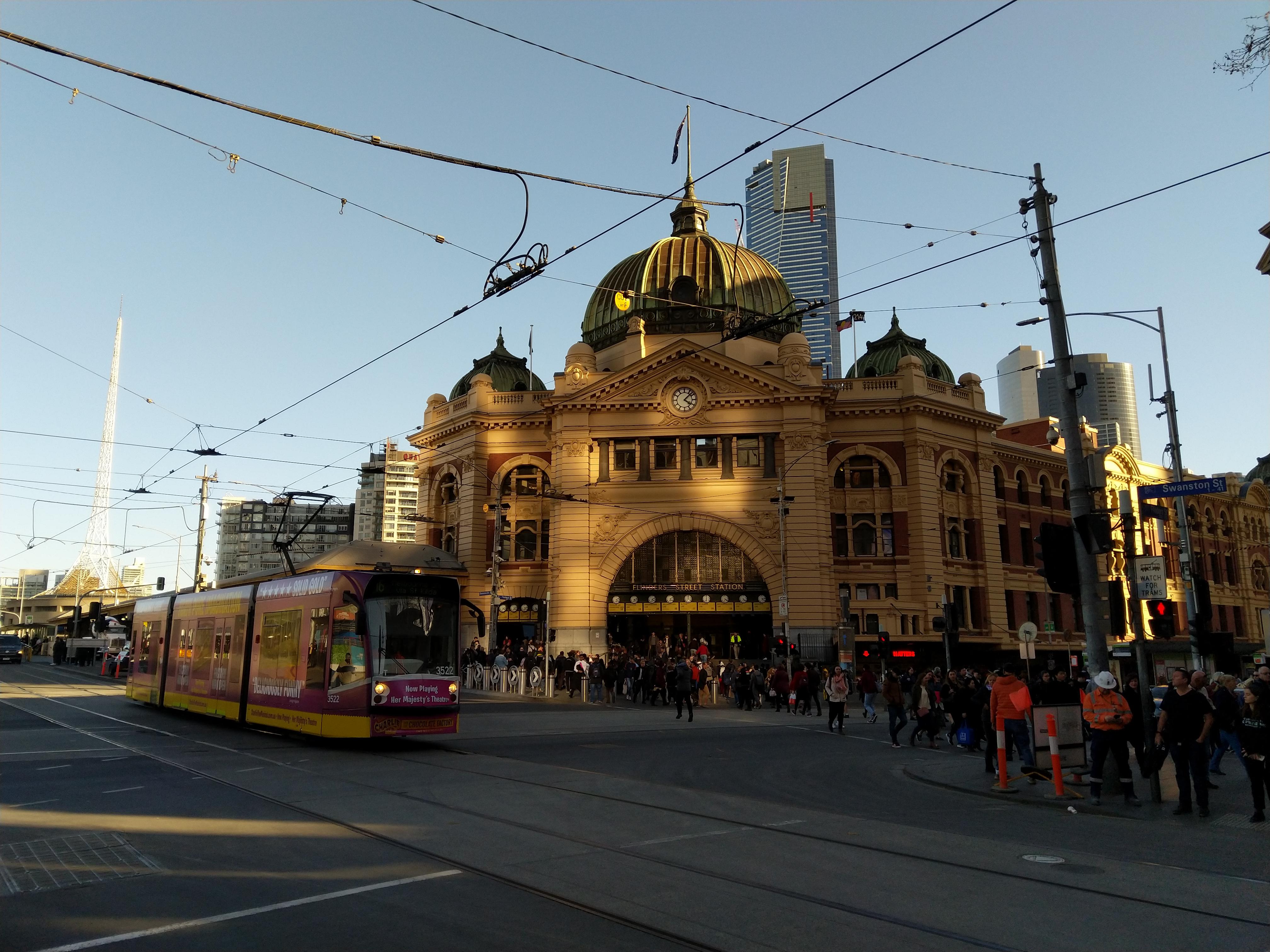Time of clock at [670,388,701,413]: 4:07
